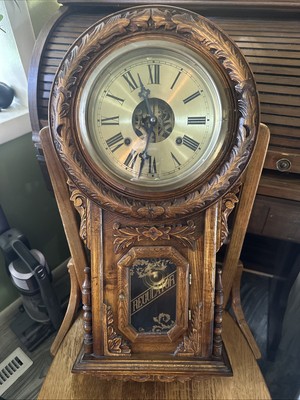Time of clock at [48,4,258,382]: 11:32
